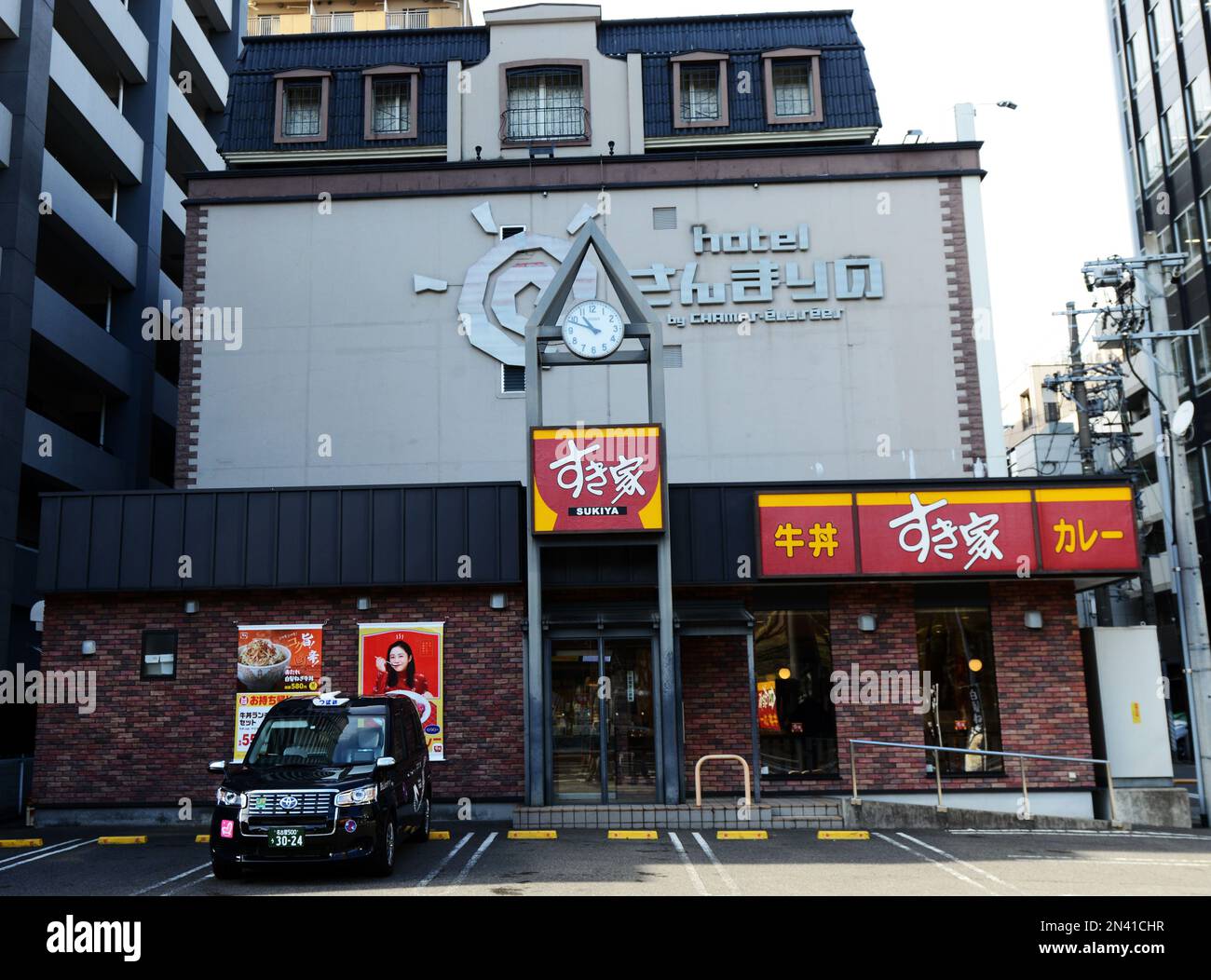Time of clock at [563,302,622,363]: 10:48
